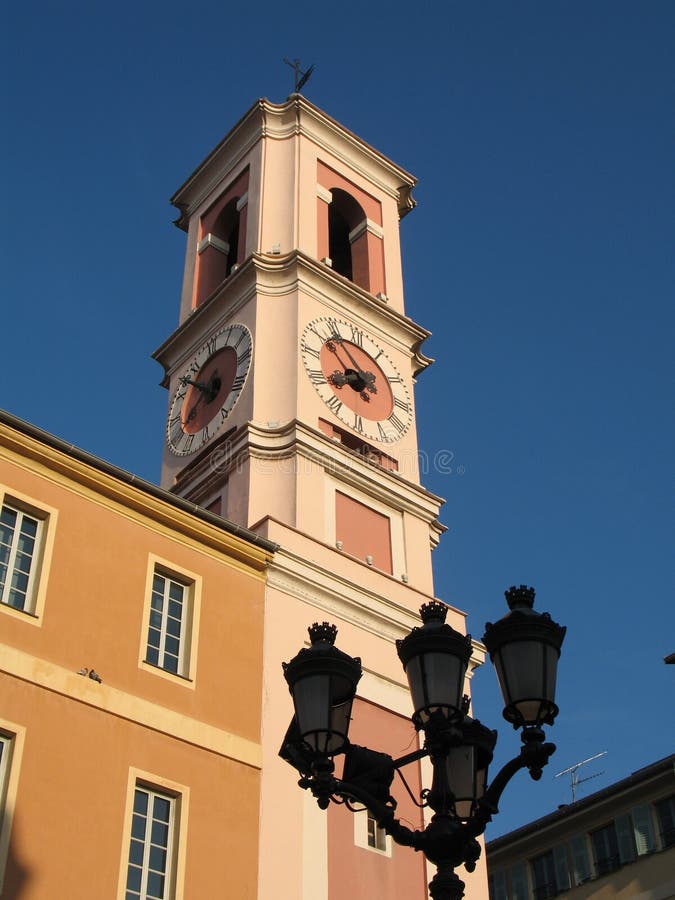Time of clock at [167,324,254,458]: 7:51
